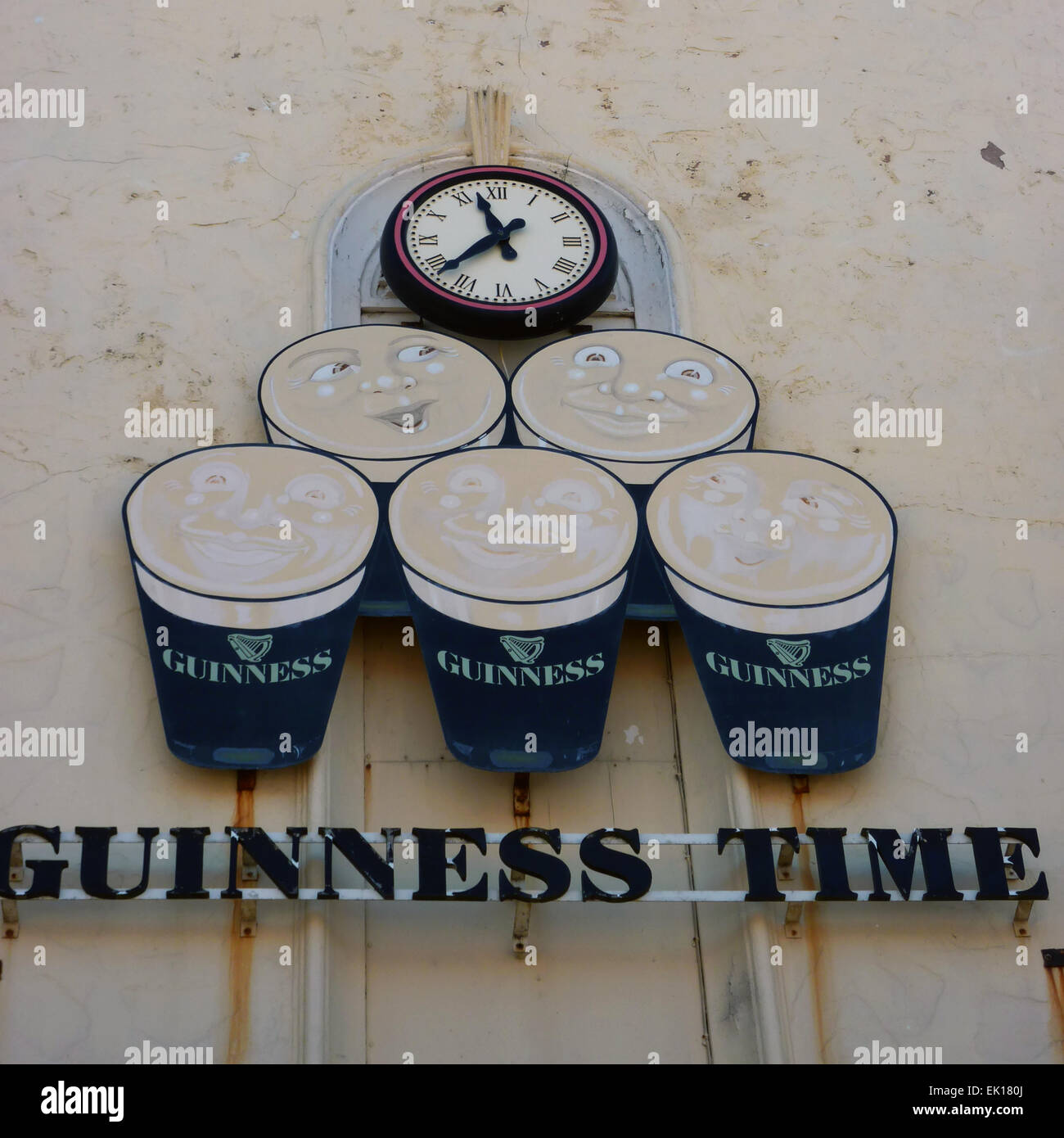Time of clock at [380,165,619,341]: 11:37
